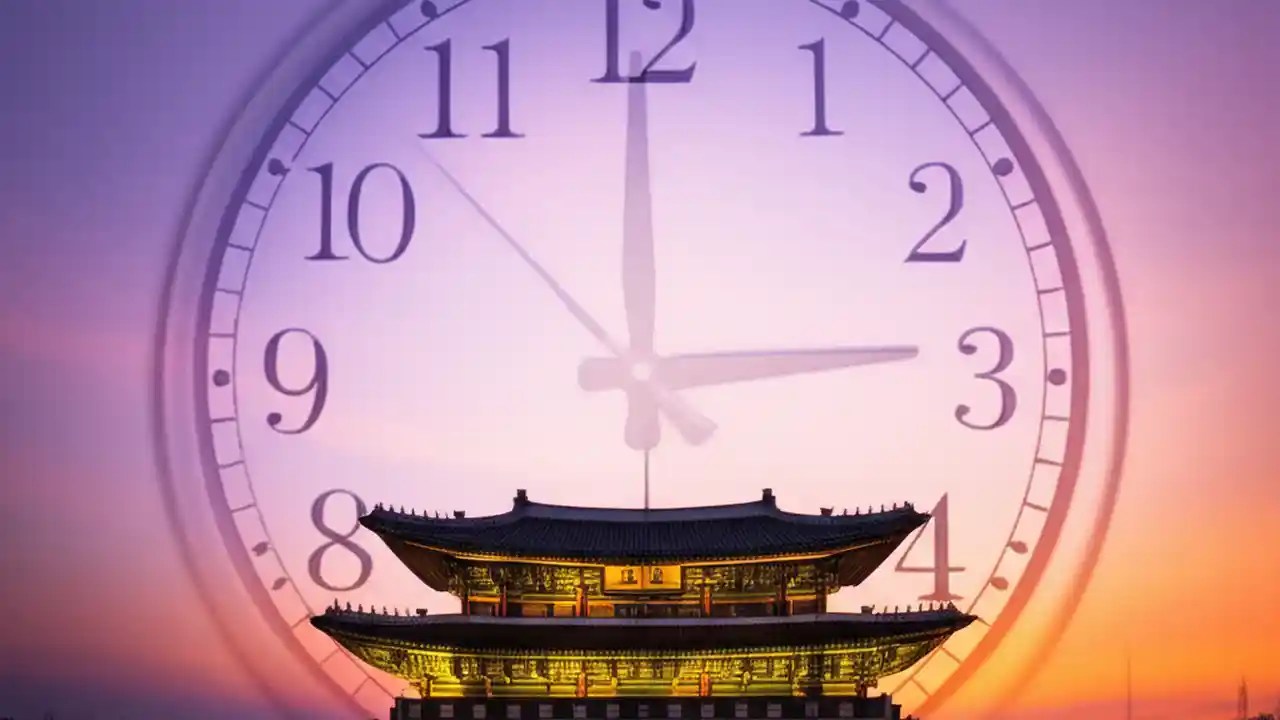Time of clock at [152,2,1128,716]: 2:59
